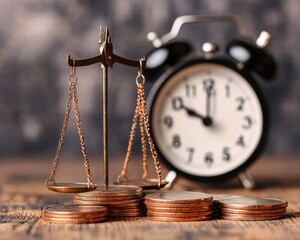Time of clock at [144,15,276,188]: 10:00
